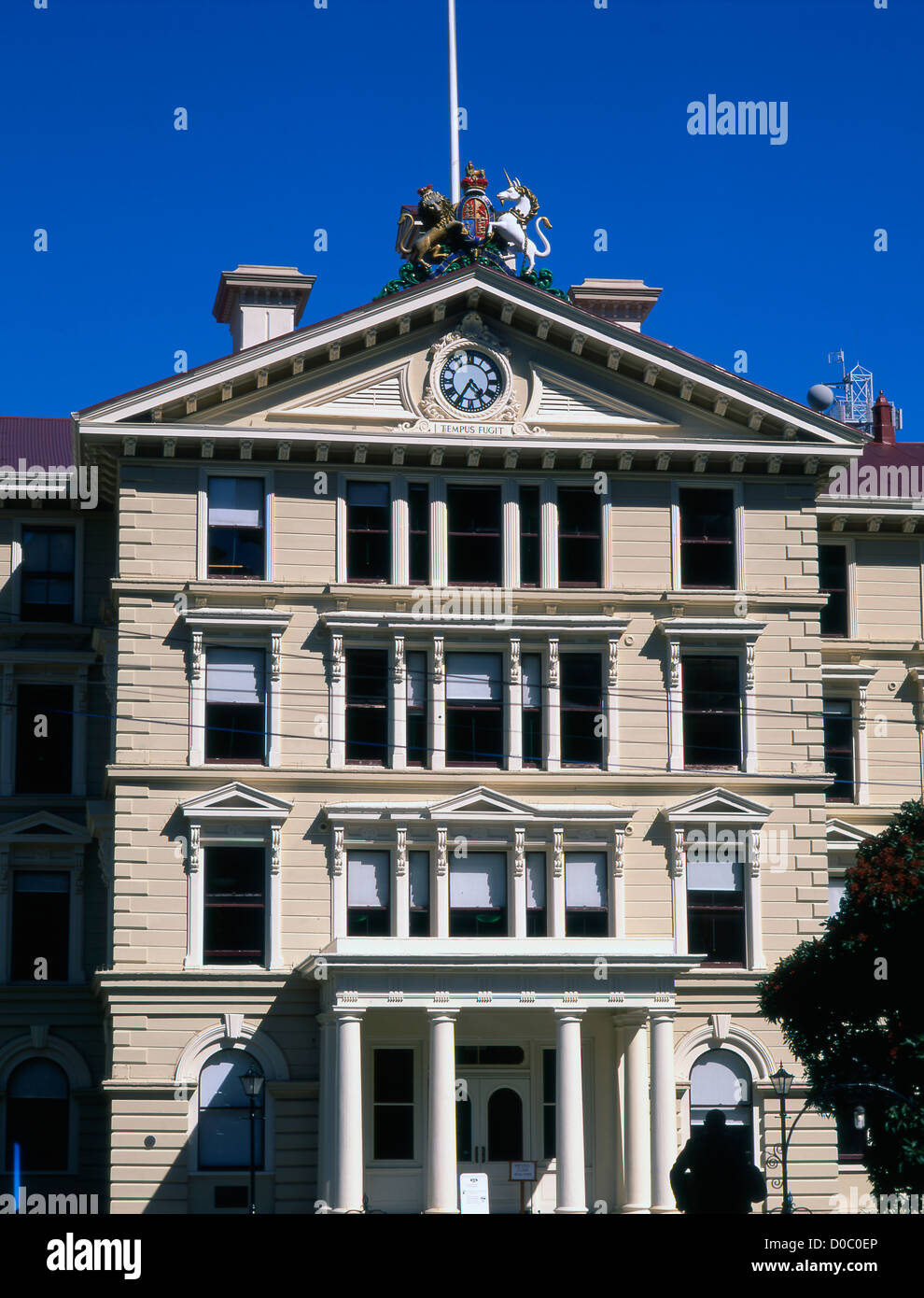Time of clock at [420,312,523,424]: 4:34
